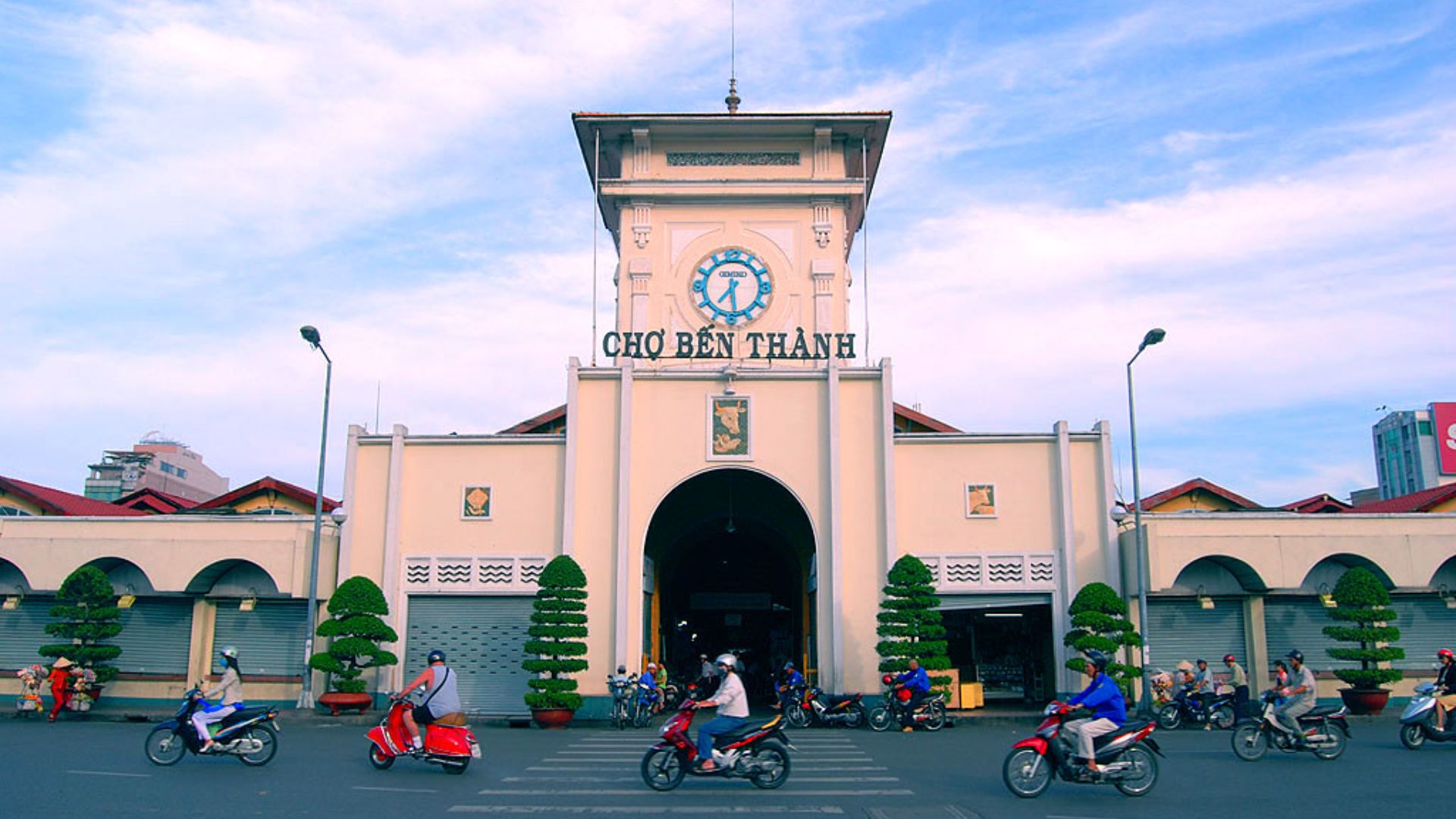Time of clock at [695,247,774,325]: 7:28
